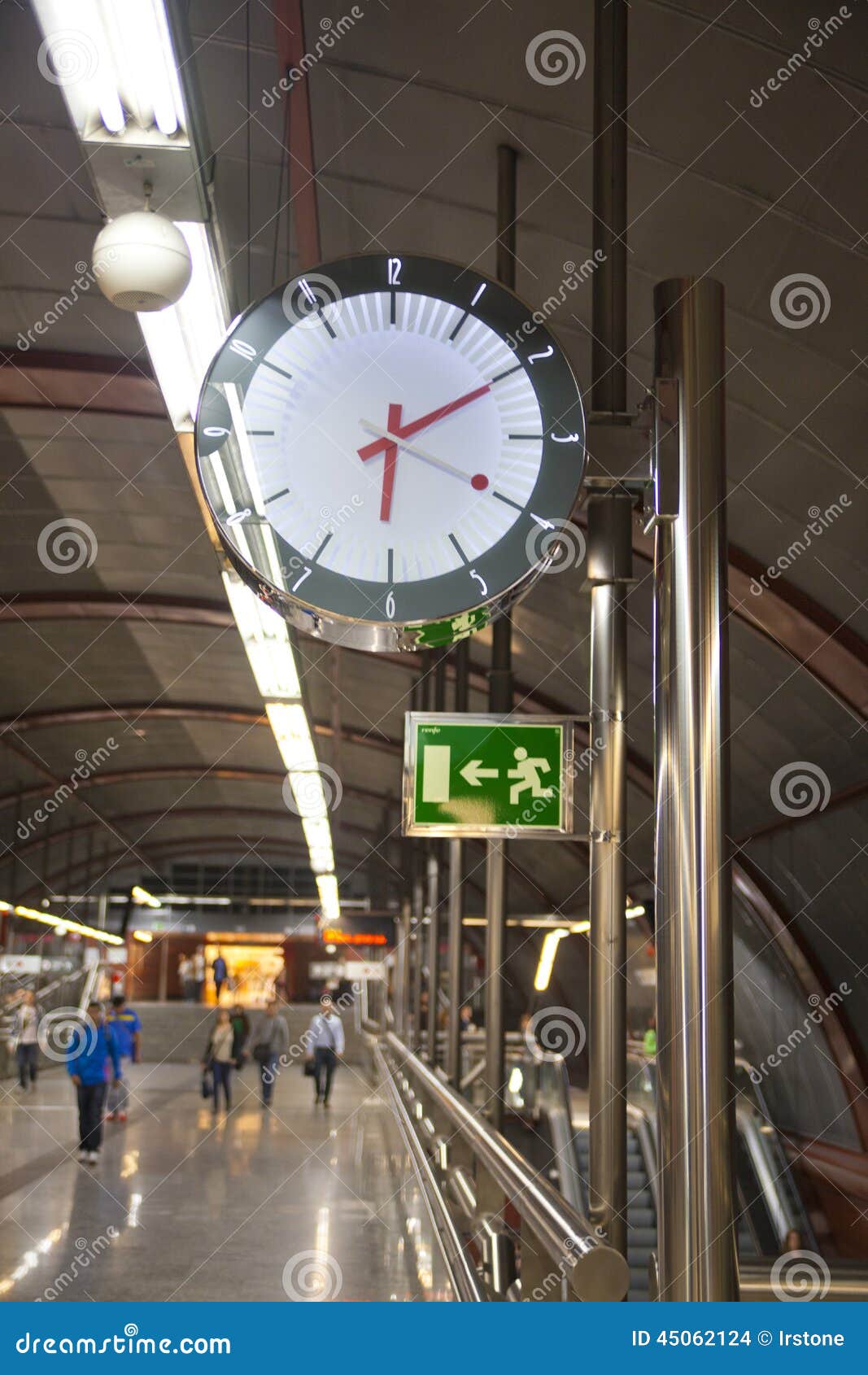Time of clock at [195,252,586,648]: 6:10
